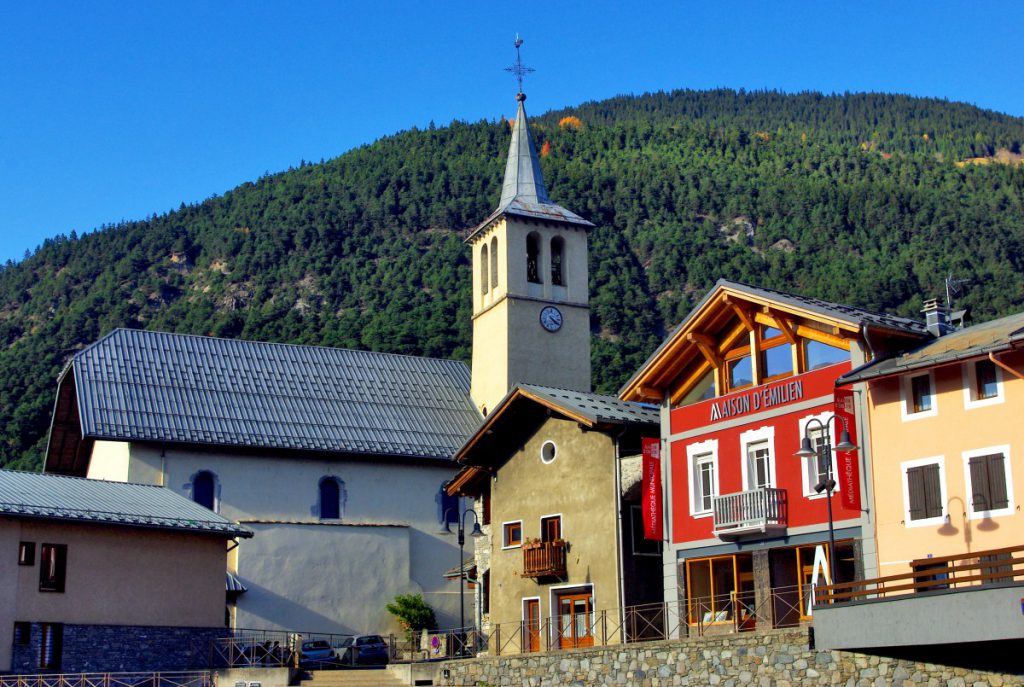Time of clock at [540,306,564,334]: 4:20
